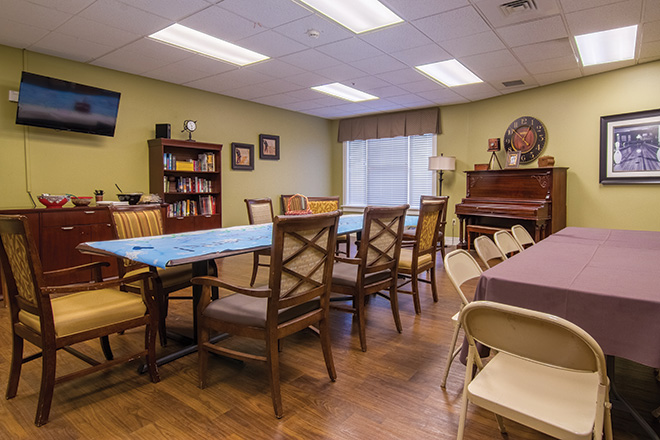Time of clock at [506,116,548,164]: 12:52
